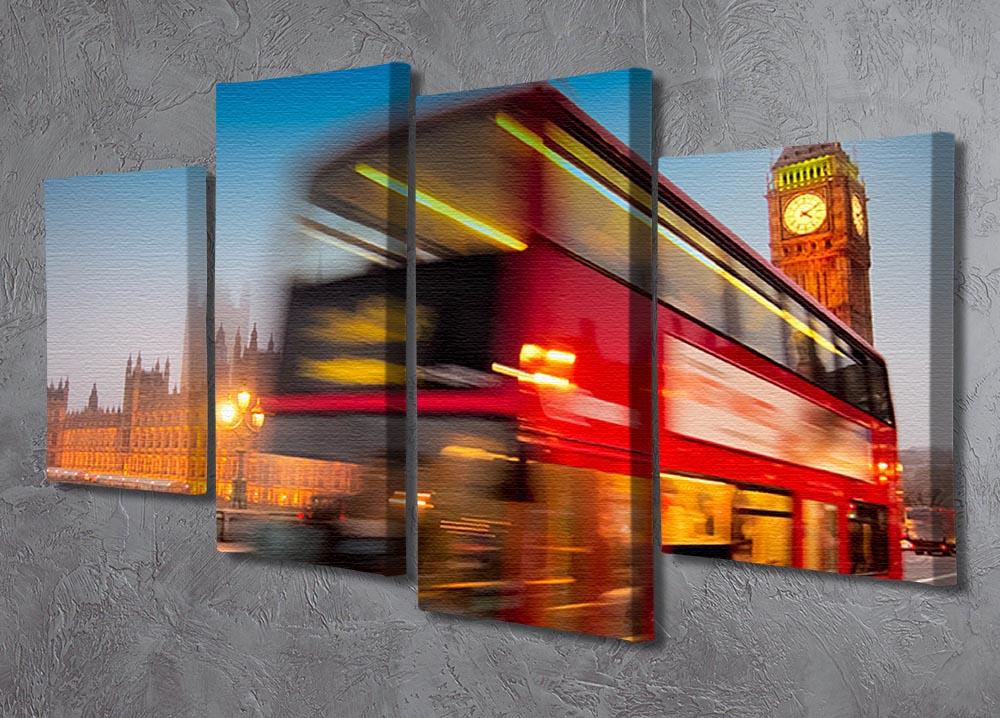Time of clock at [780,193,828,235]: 4:10
